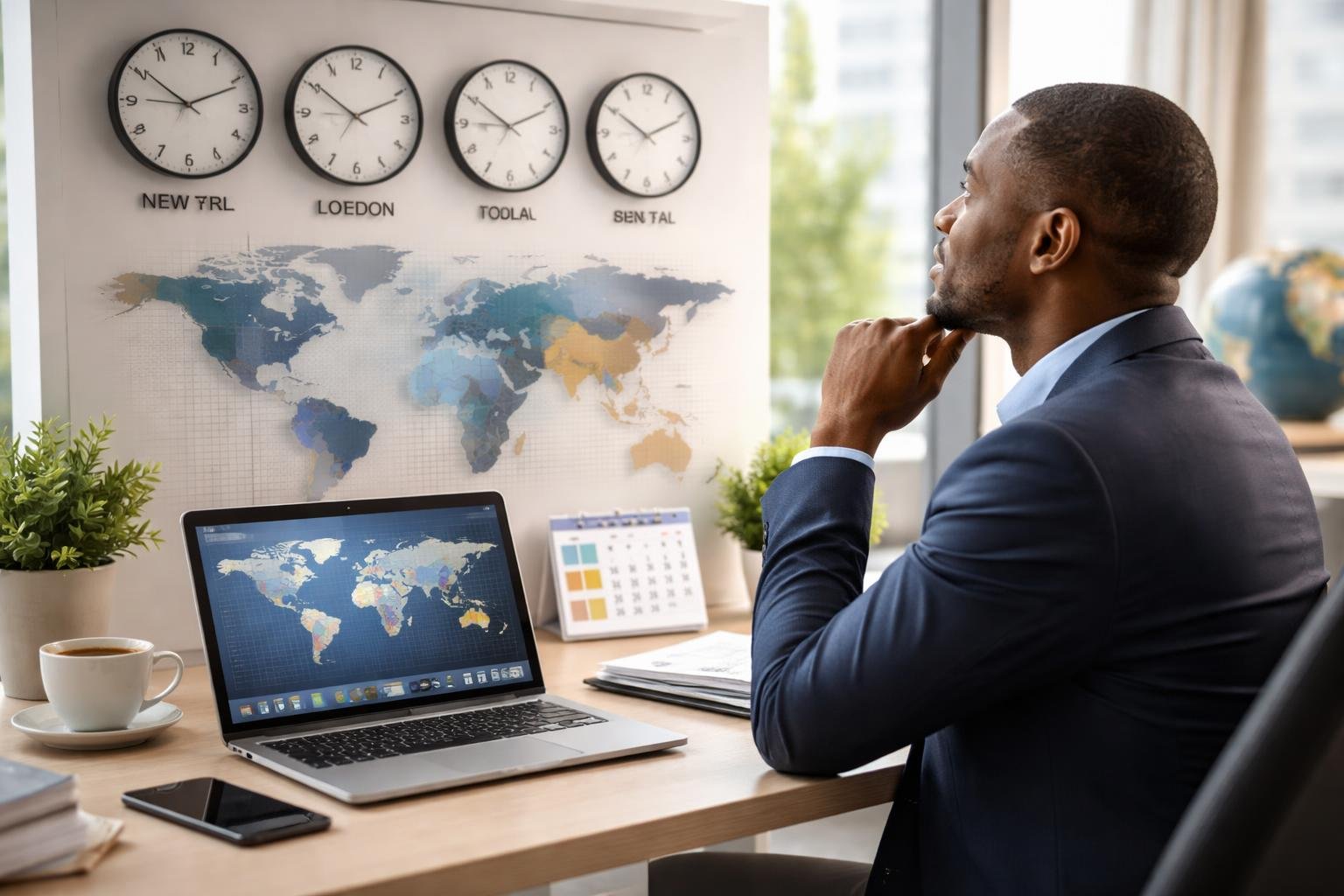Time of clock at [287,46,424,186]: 10:10
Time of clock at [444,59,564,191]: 10:10
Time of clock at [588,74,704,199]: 10:10
